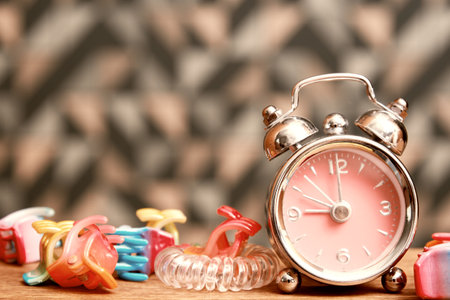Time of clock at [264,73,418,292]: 8:53
